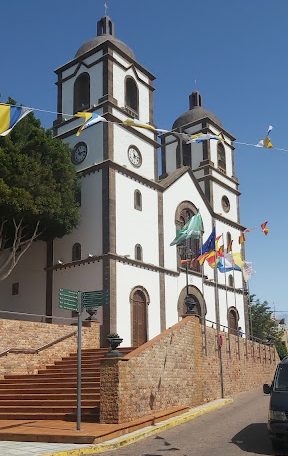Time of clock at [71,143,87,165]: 11:13
